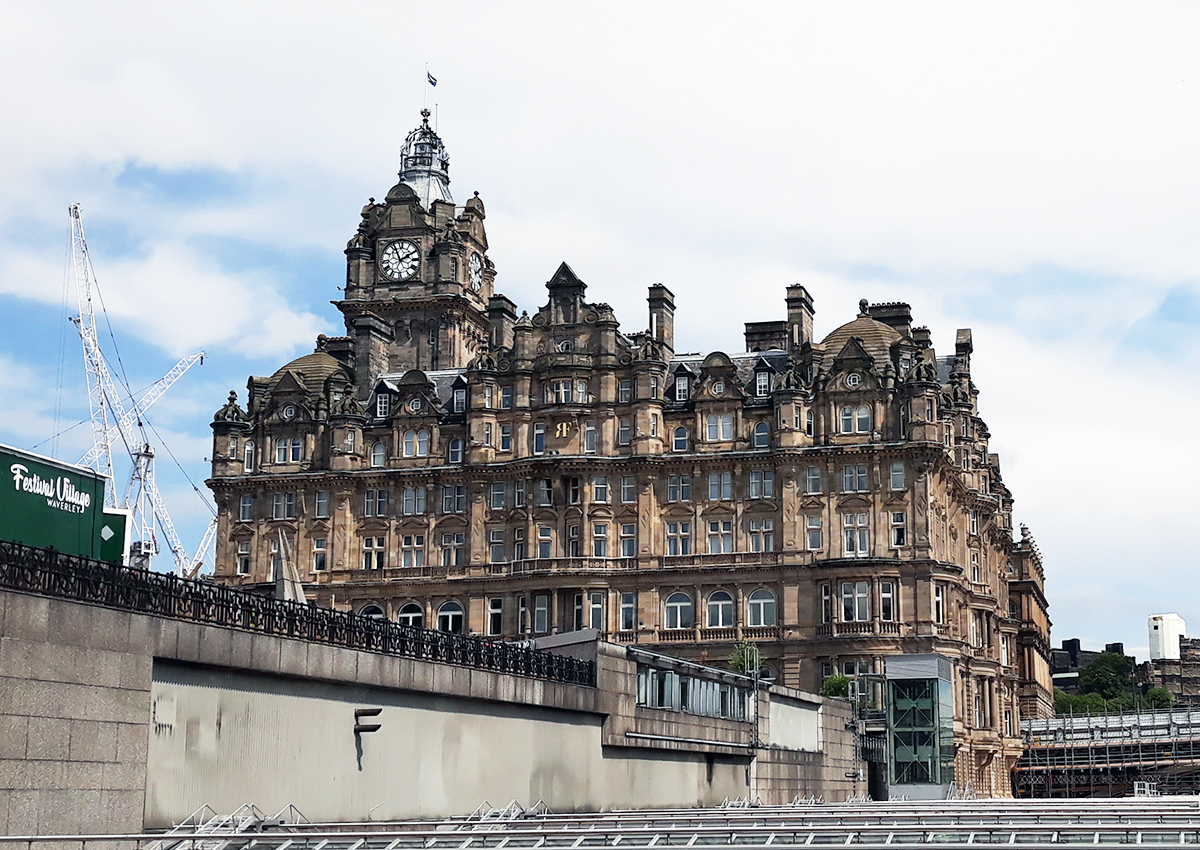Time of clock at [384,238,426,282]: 1:56
